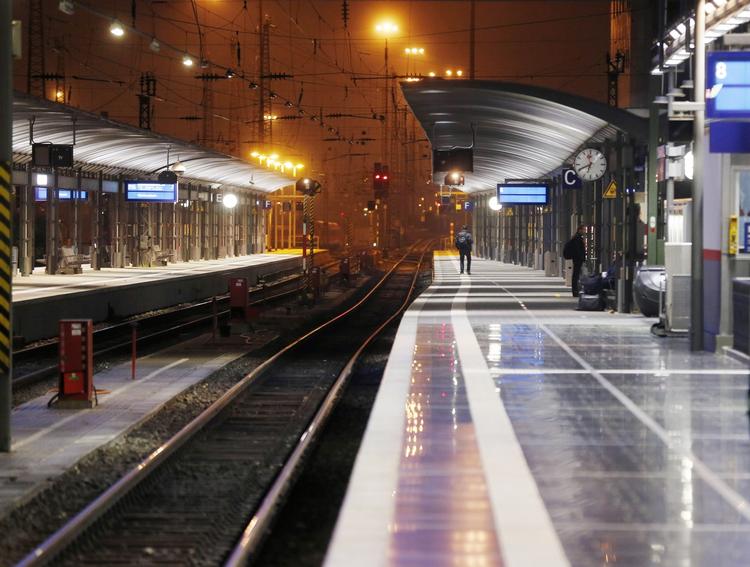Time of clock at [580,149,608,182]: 11:40
